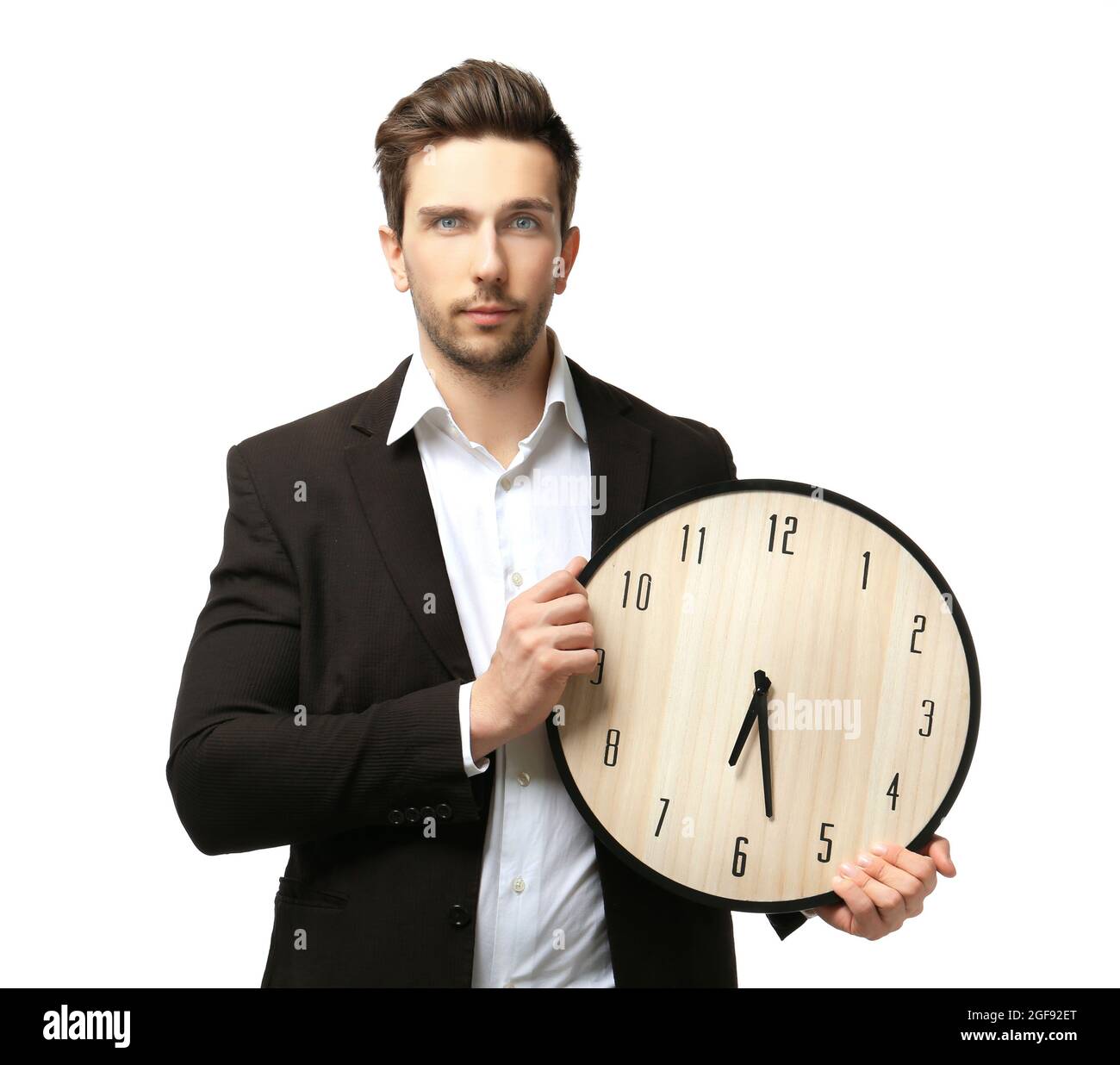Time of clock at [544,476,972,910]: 6:27
